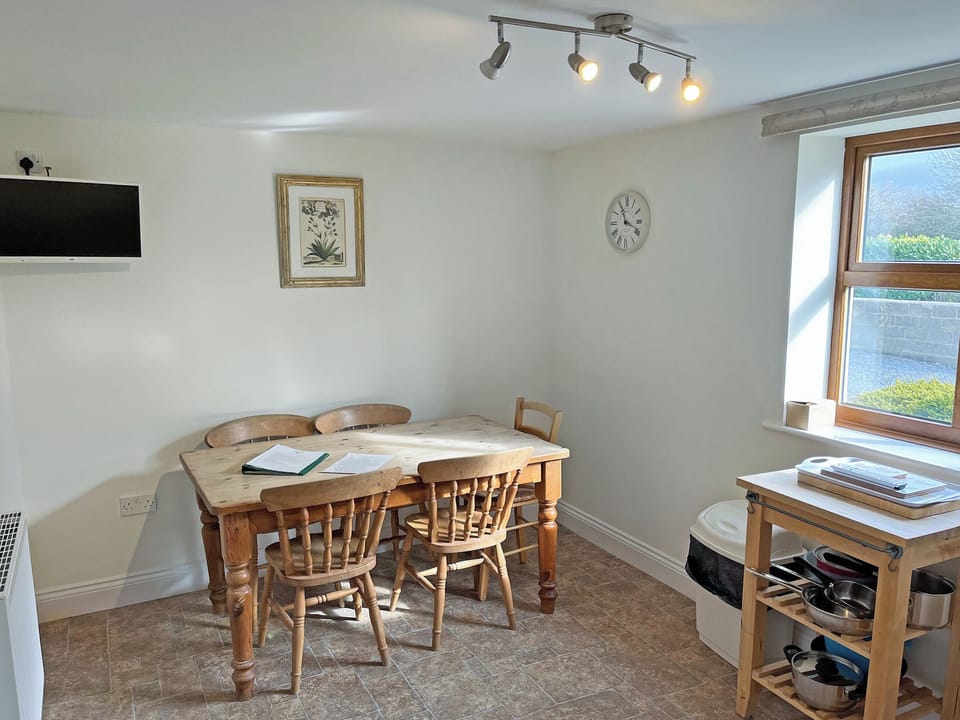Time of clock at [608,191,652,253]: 11:18
